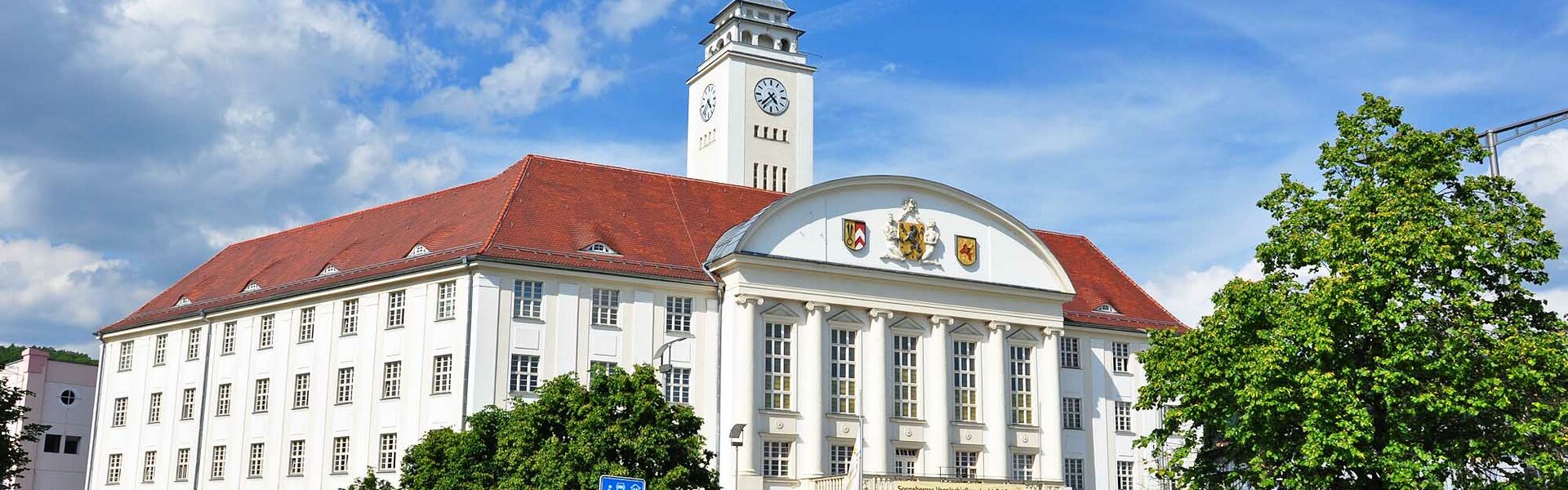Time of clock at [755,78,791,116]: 4:37
